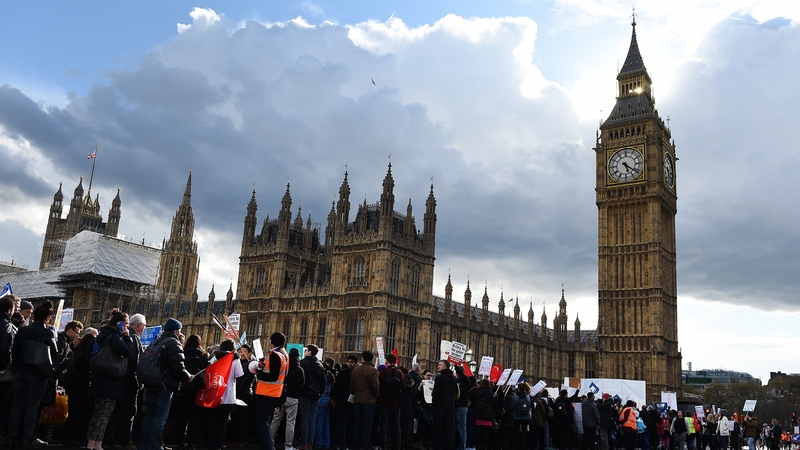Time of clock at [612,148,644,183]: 5:21
